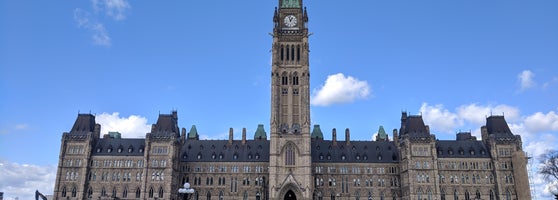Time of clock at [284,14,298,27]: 12:57
